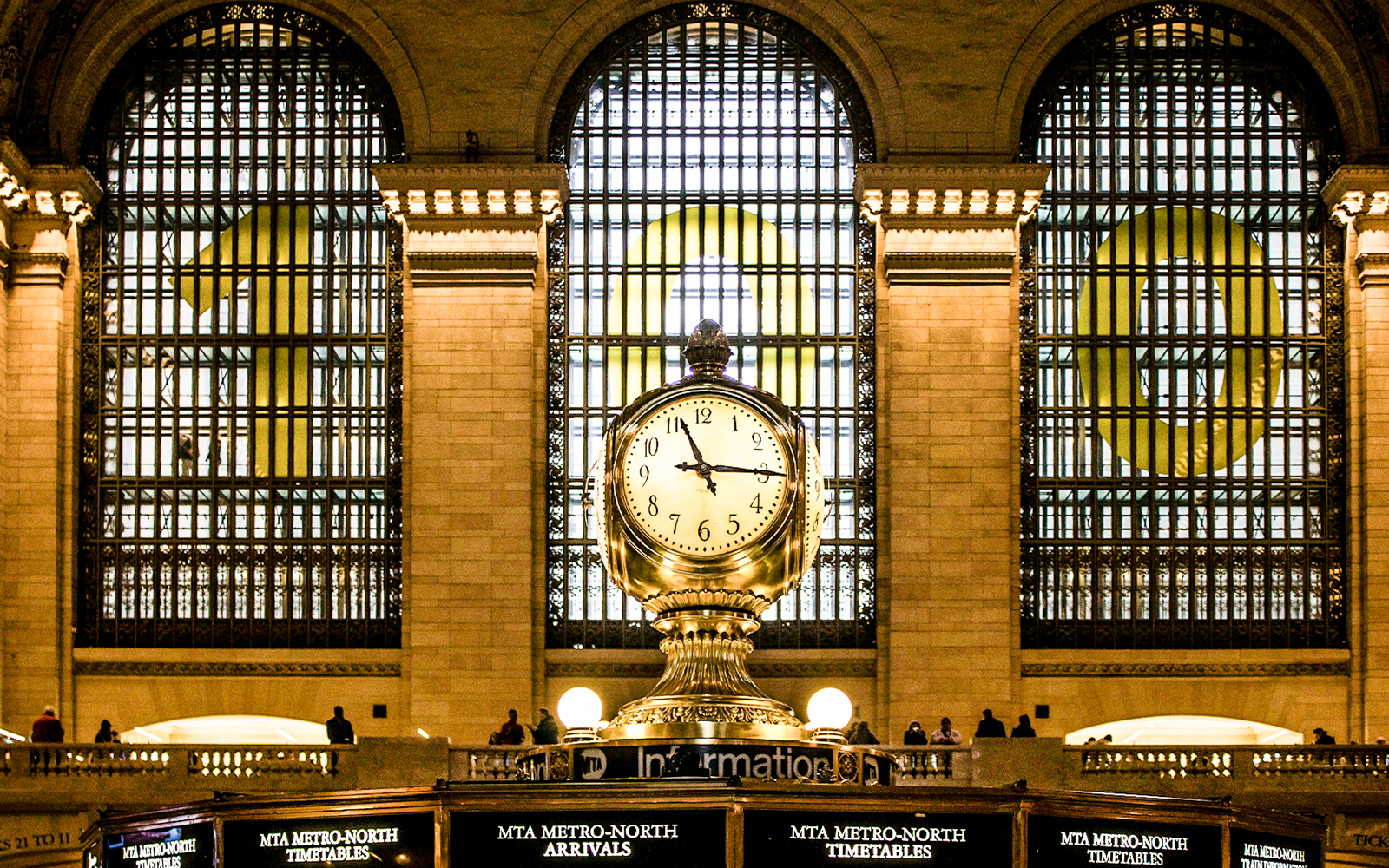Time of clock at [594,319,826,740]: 11:15
